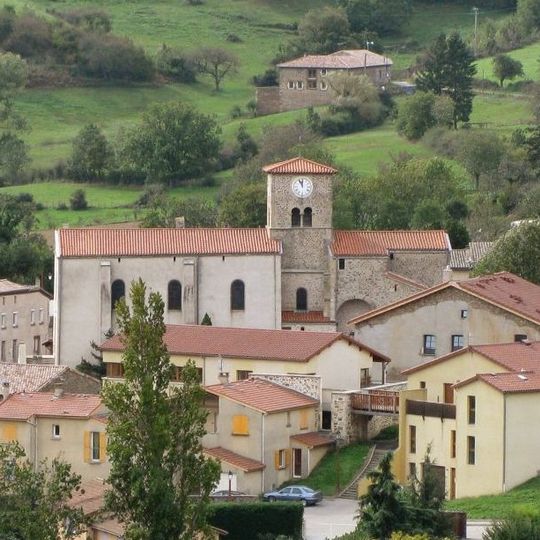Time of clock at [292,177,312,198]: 11:55
